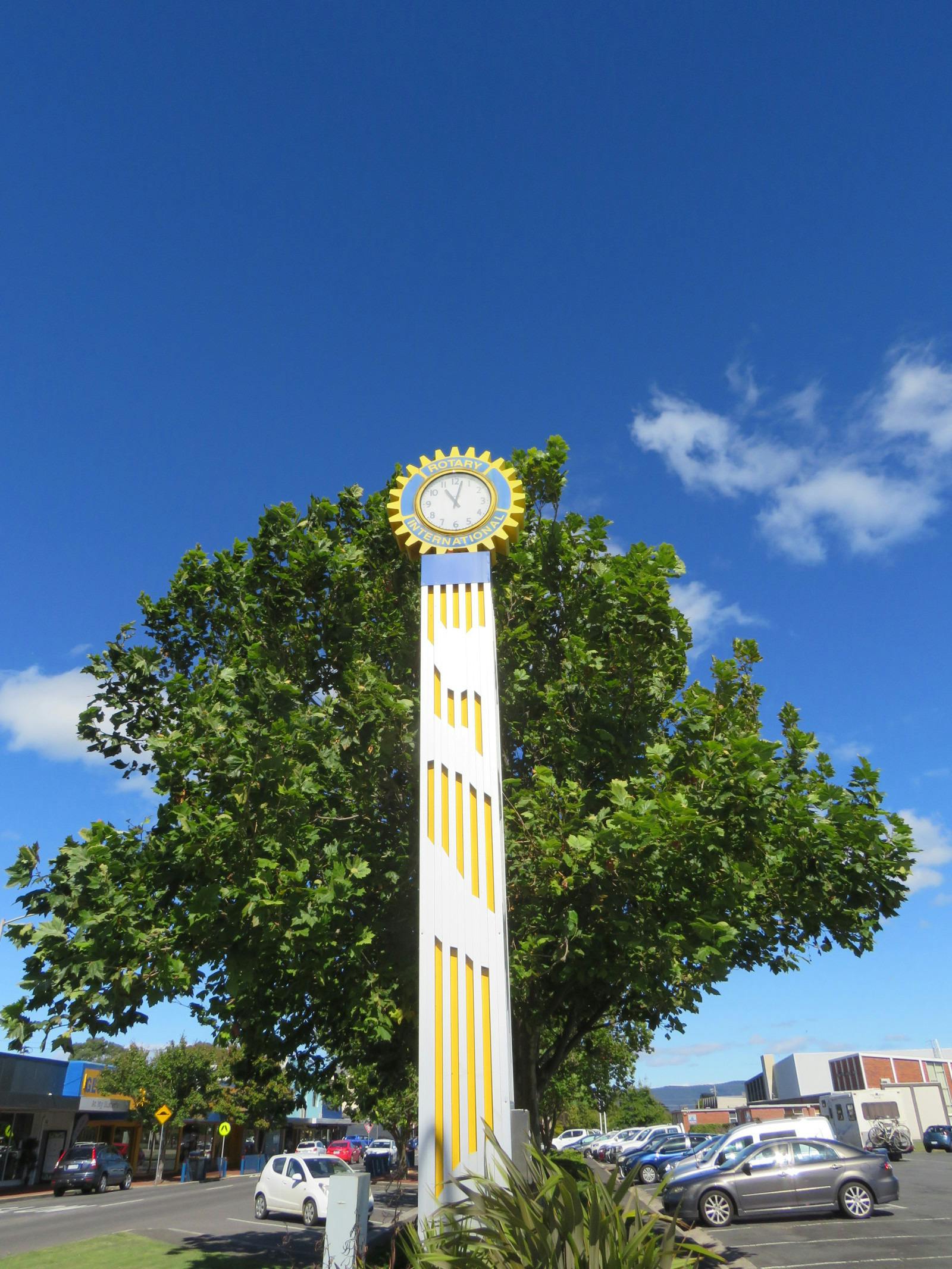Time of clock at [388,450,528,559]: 11:02
